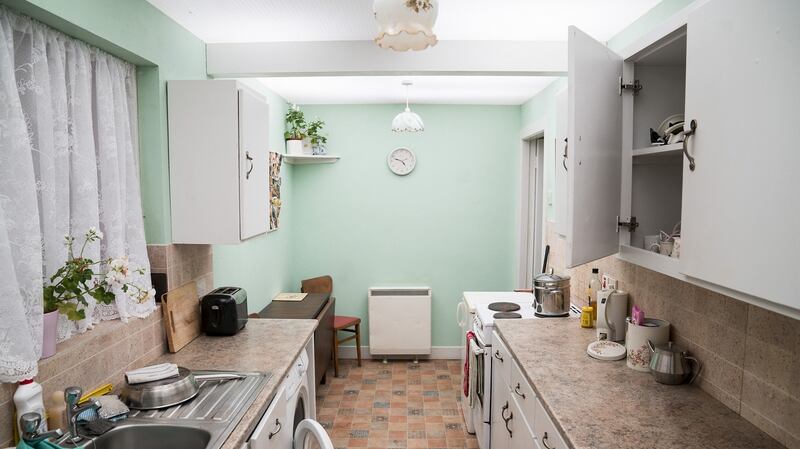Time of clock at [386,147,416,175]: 4:48
